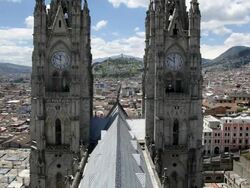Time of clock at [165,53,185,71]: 11:49
